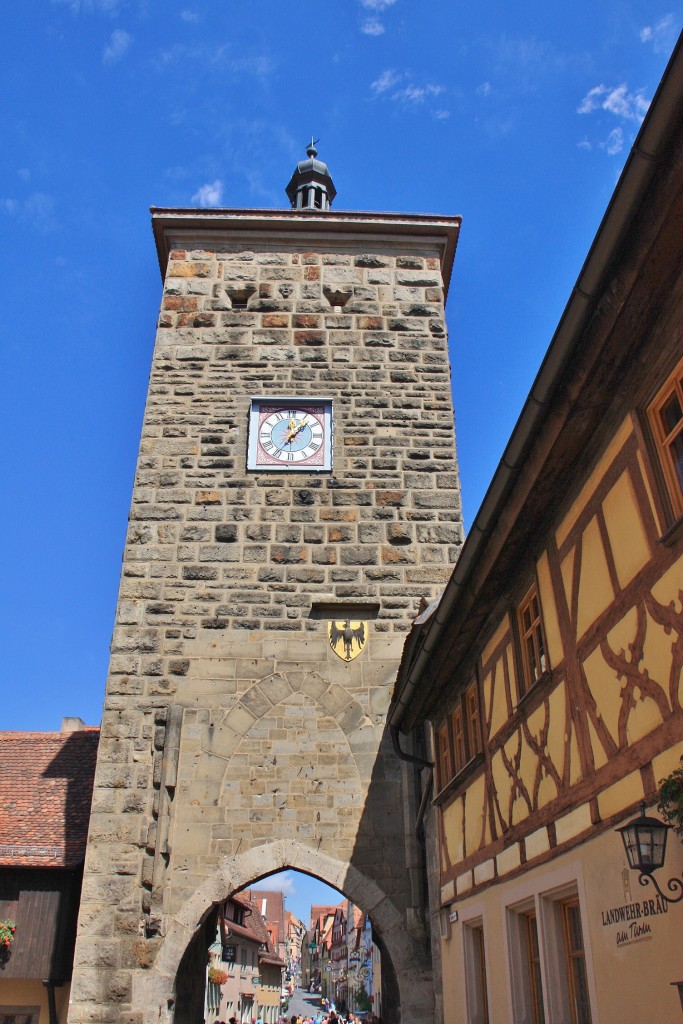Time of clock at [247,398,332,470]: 7:07
